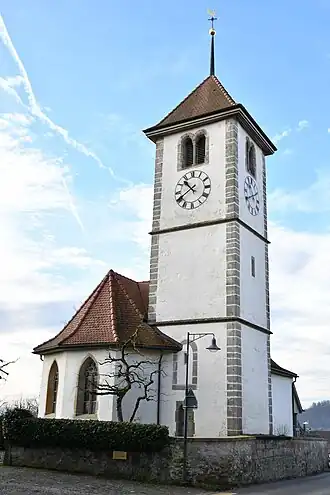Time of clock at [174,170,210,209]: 10:39
